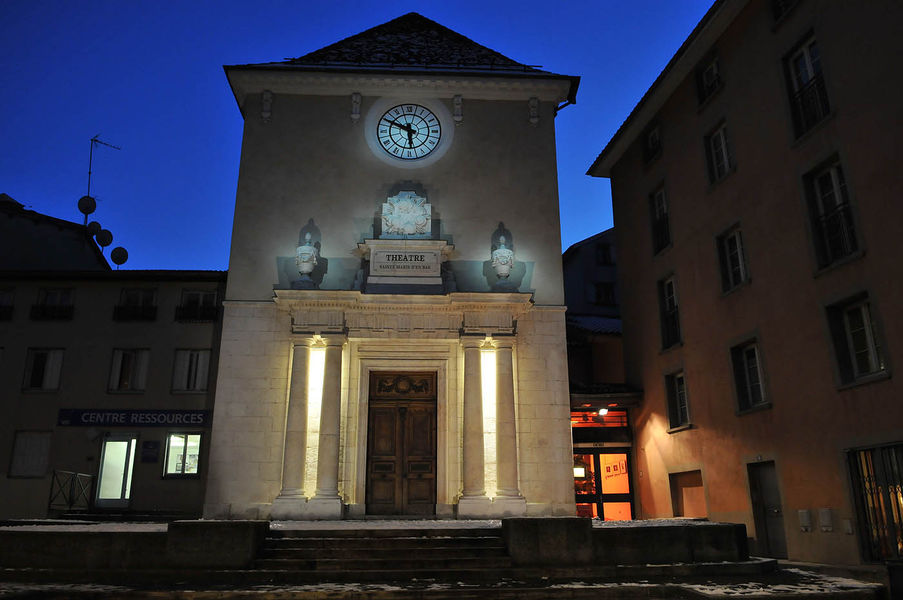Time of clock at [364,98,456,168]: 5:49
